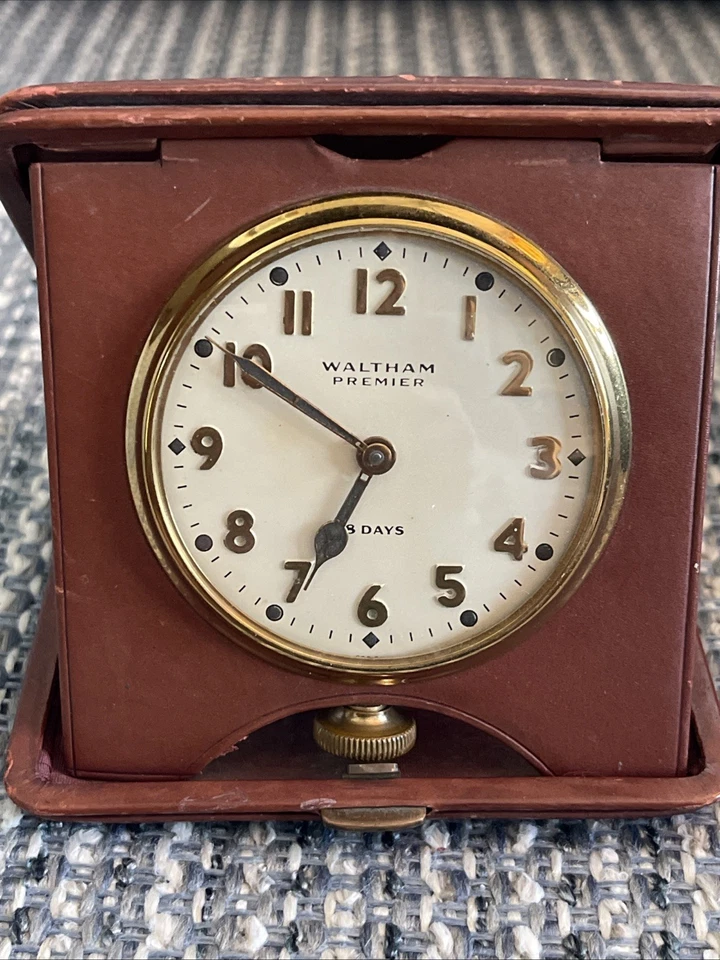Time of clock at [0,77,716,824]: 6:50
